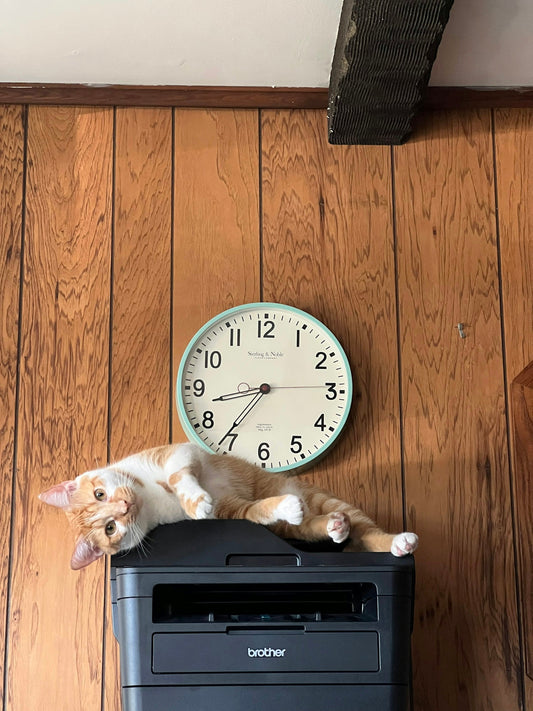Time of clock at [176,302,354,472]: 8:36
